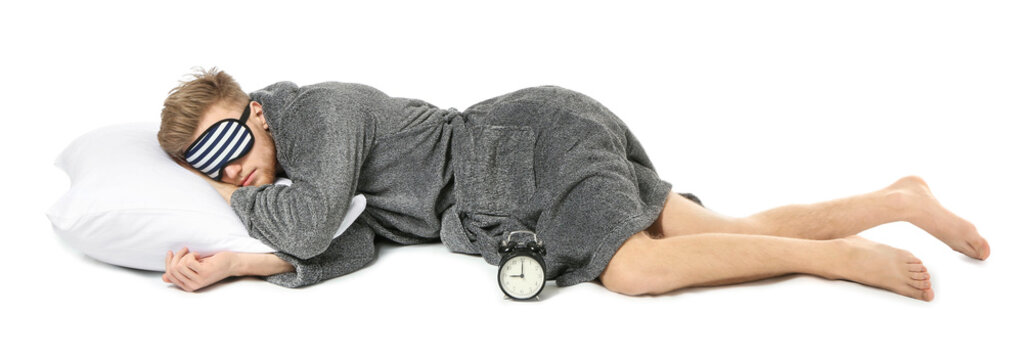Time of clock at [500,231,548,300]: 9:00
